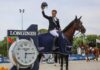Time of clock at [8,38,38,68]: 6:14
